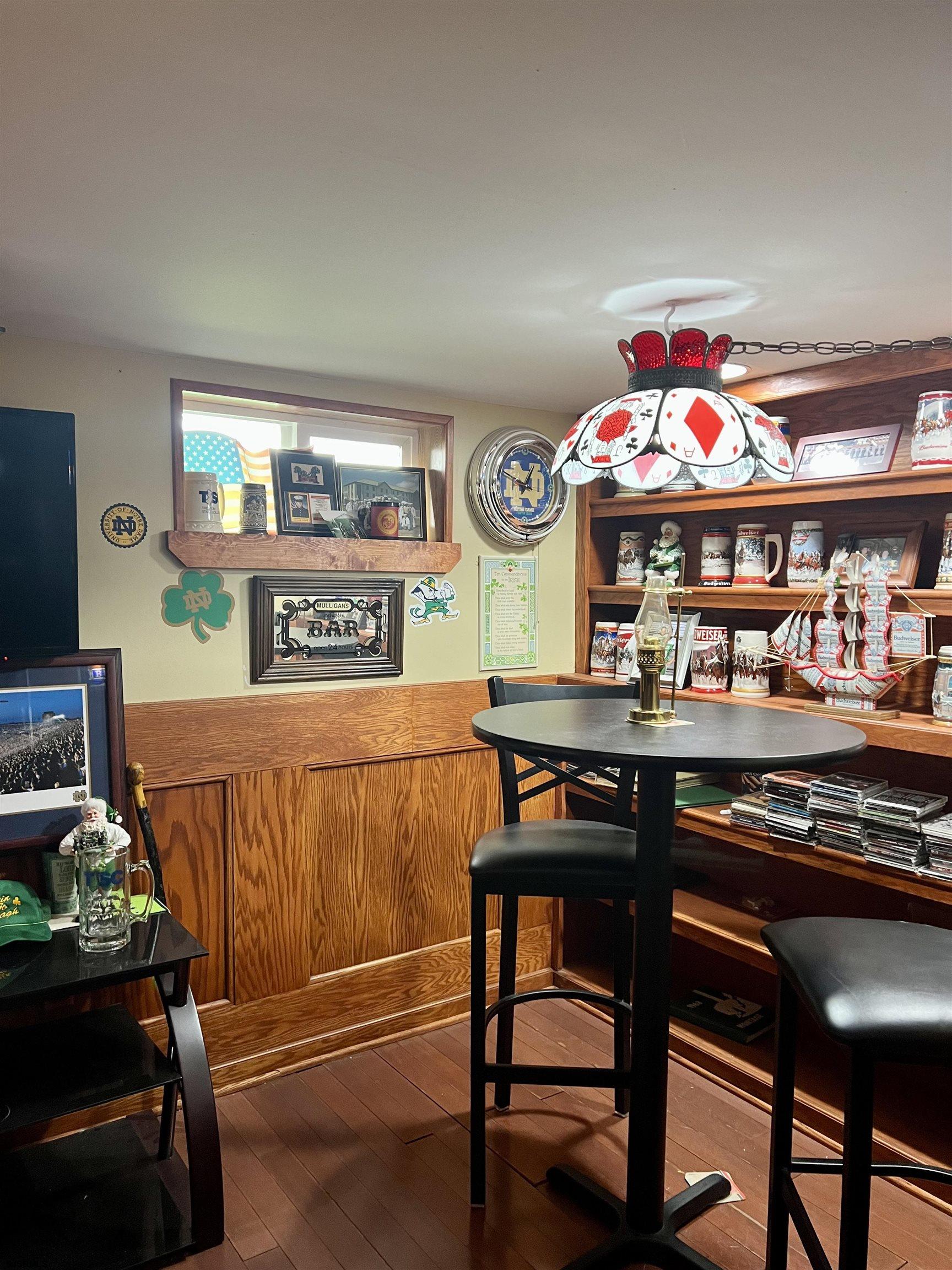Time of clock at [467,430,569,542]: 12:49
